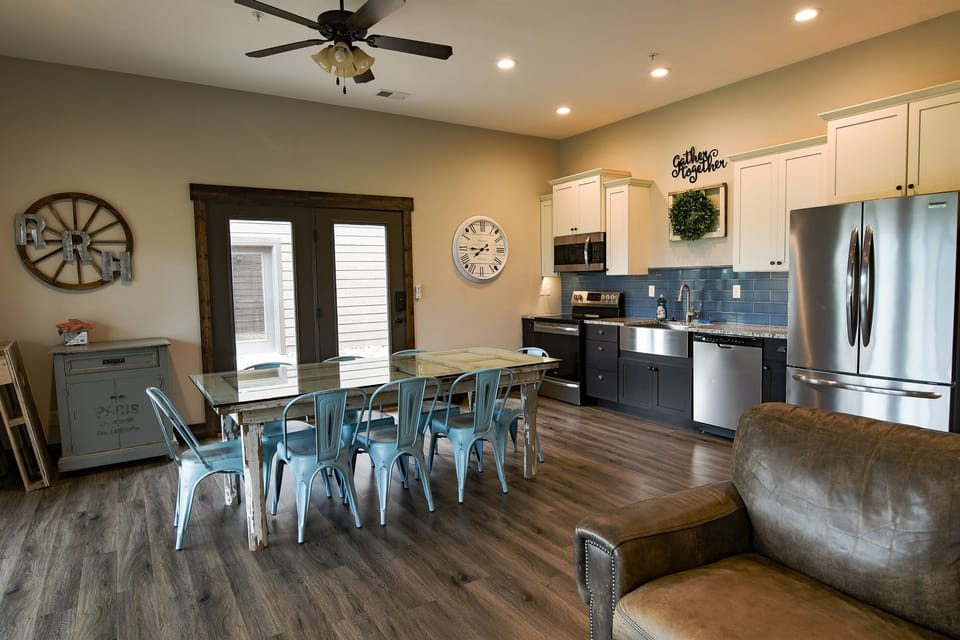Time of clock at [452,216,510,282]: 7:45
